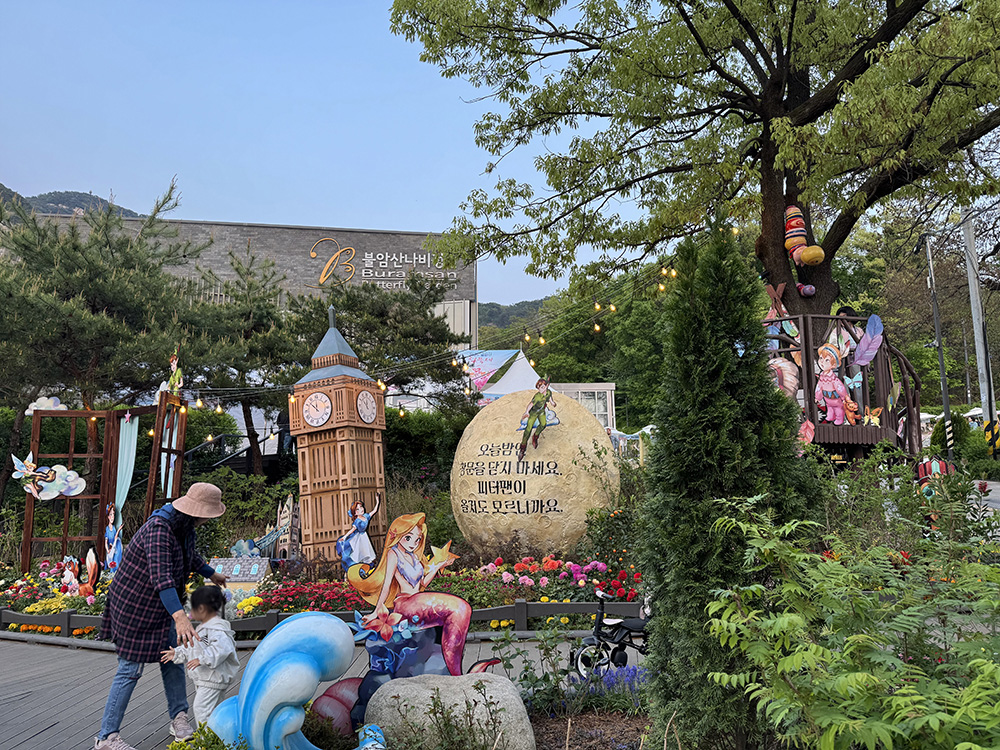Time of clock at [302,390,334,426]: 11:52
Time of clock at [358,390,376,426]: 11:51
